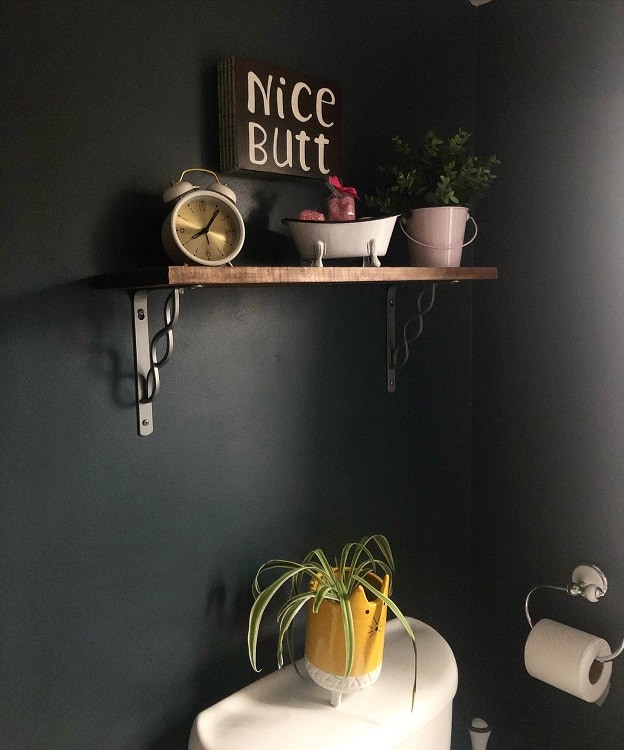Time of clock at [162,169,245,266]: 8:06
